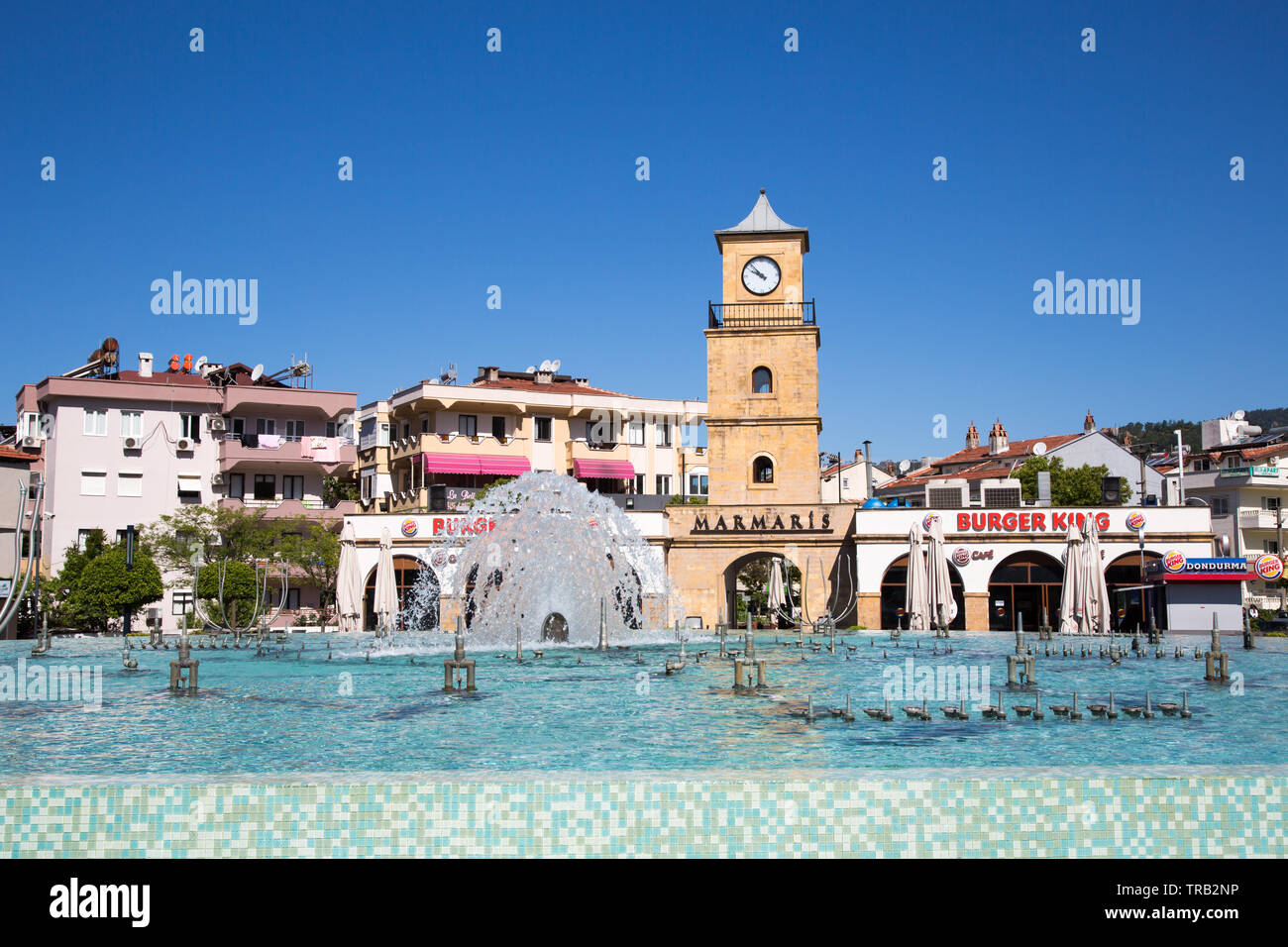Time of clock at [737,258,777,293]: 9:53
